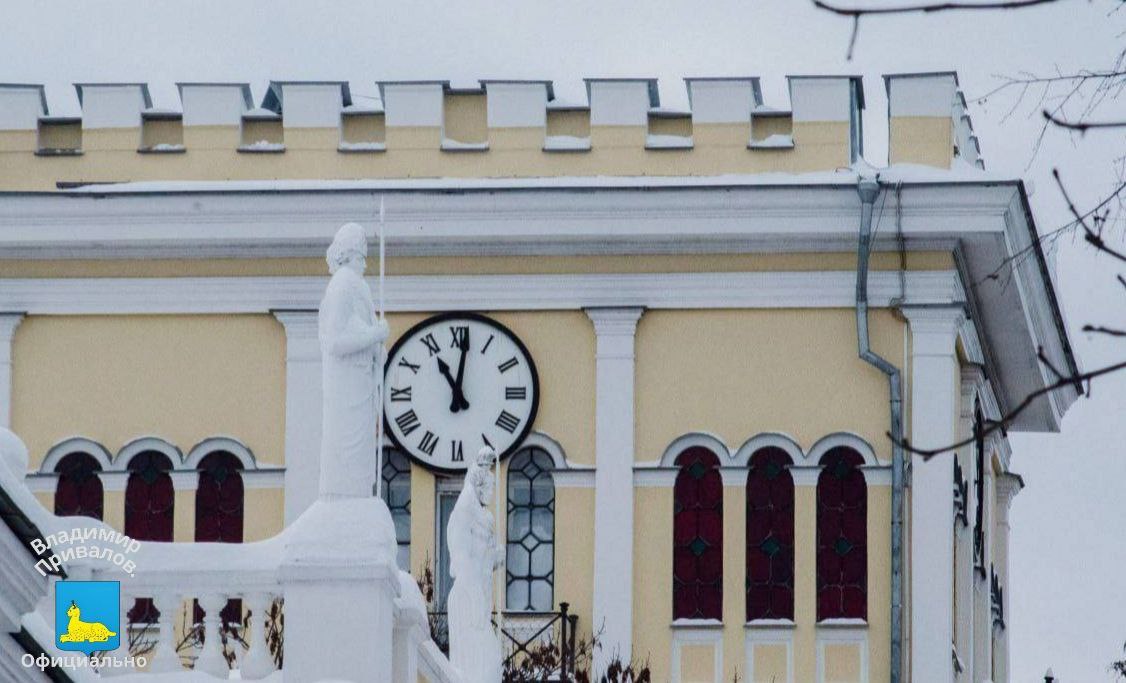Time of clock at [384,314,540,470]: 11:01
